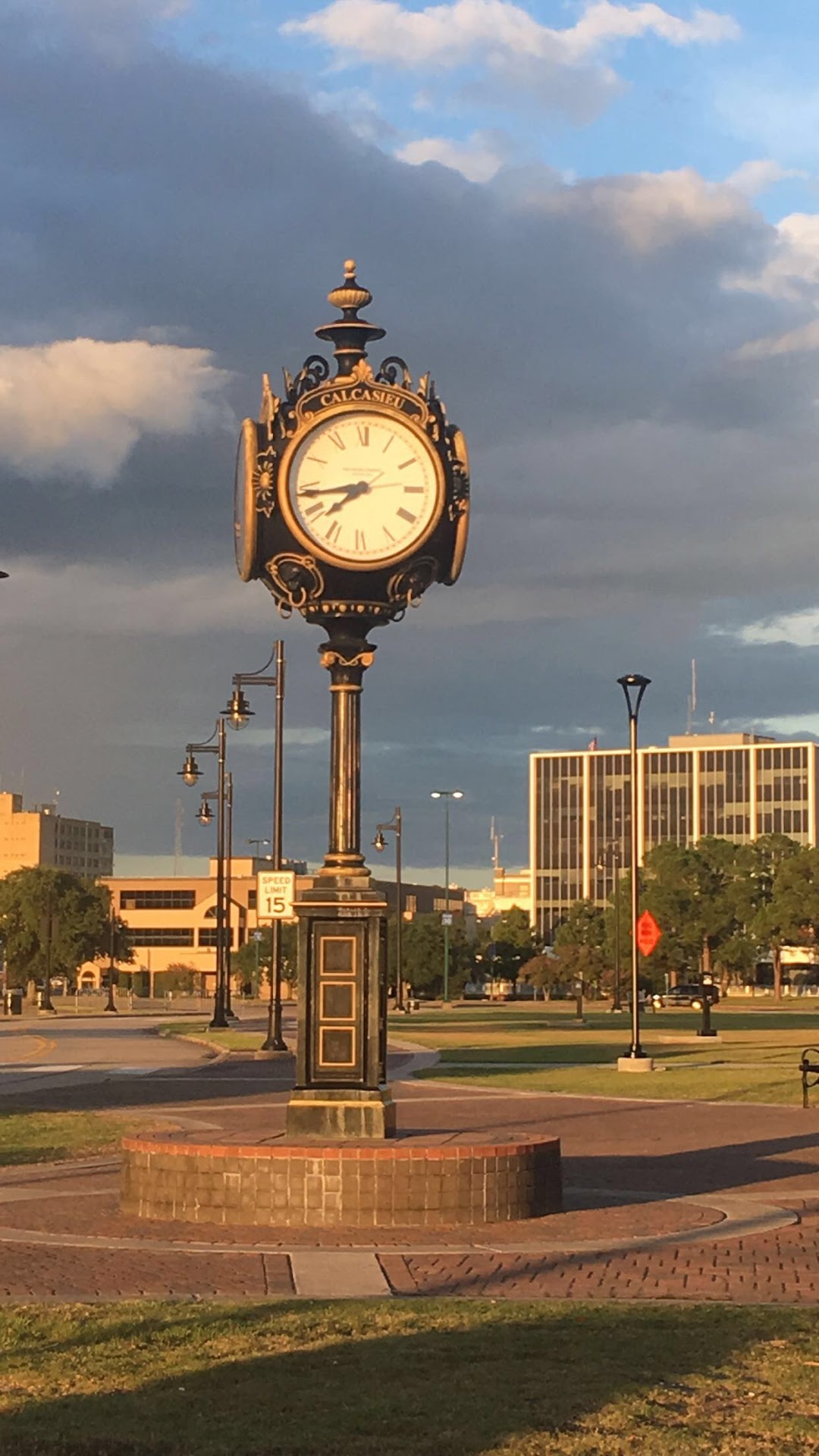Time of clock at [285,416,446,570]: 7:43
